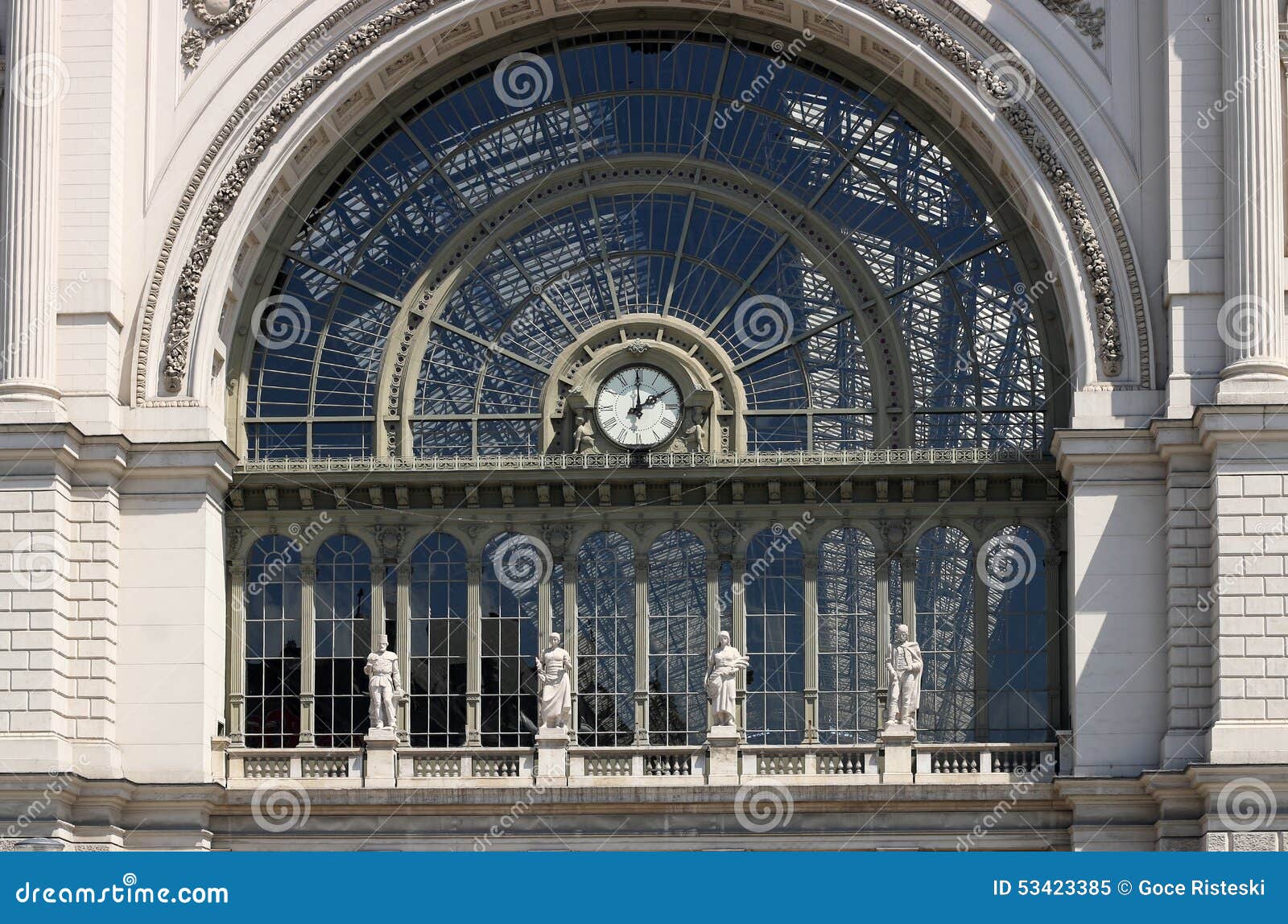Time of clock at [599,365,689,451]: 1:59
